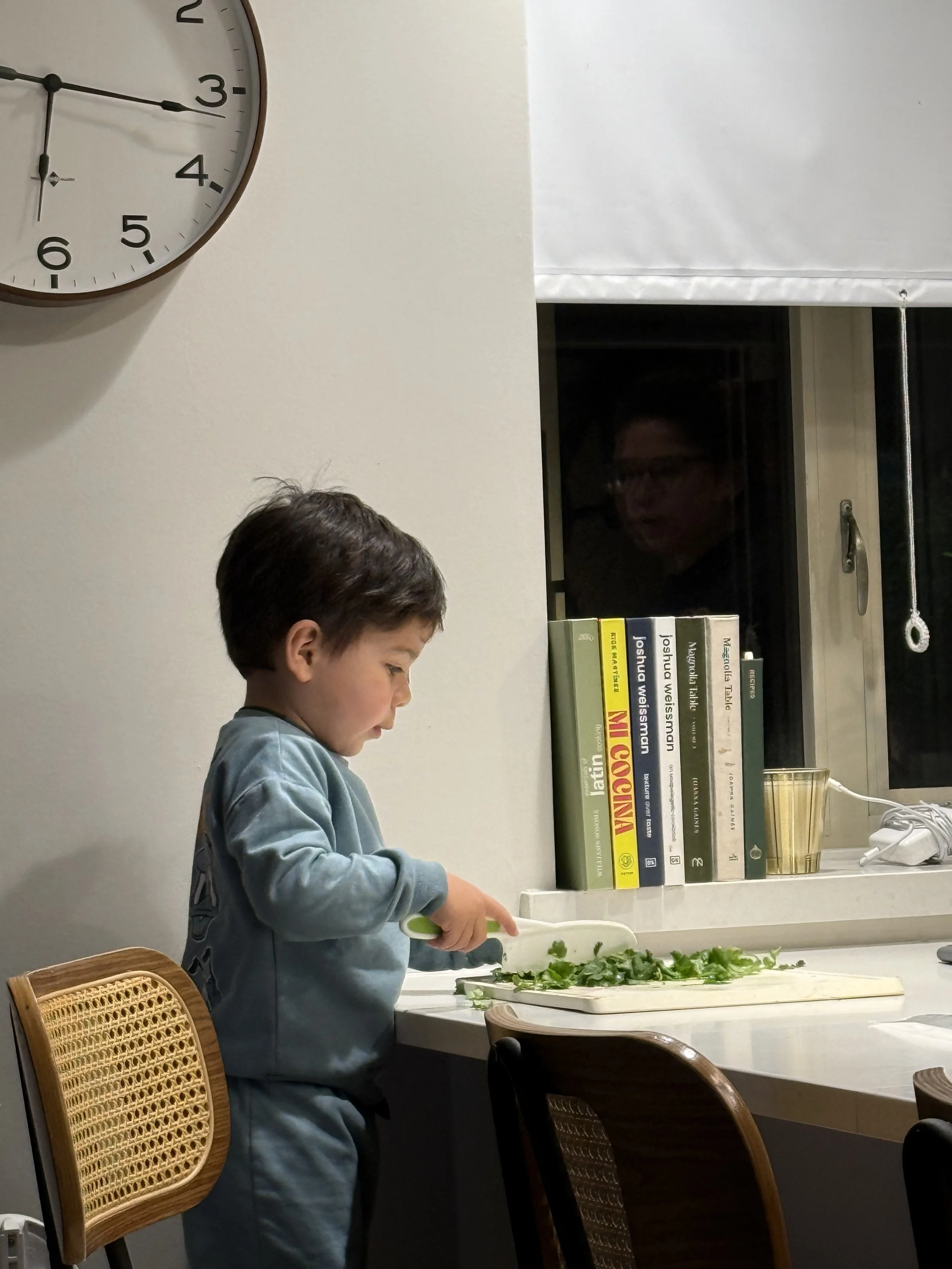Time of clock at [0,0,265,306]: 6:16
